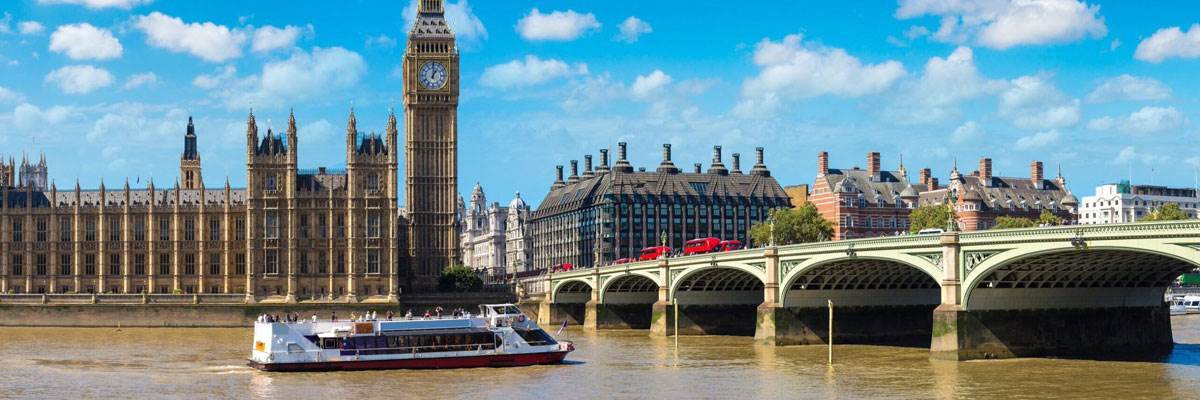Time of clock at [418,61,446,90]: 1:00
